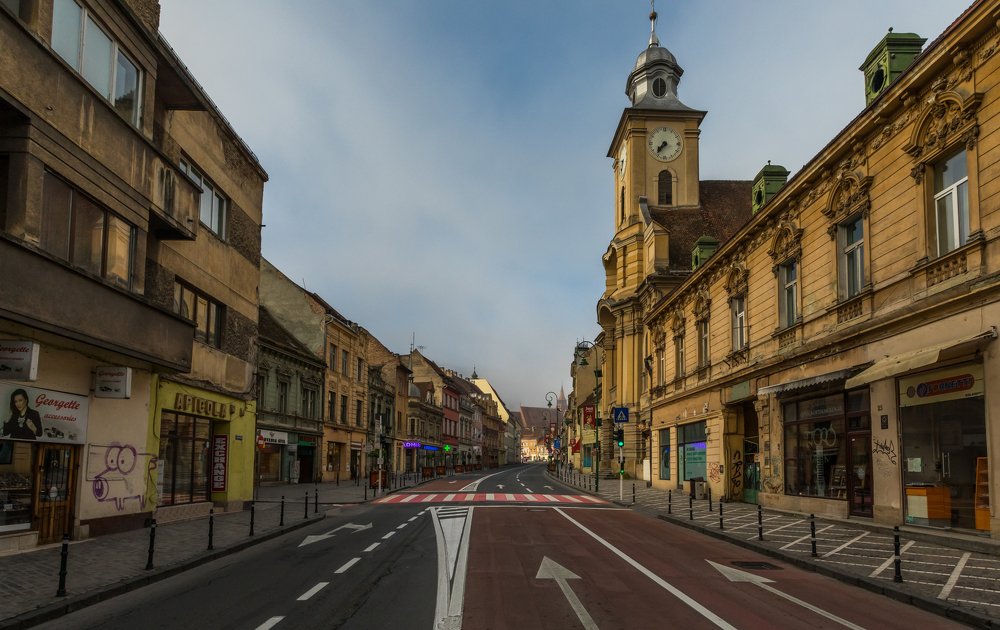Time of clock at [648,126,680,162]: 7:36
